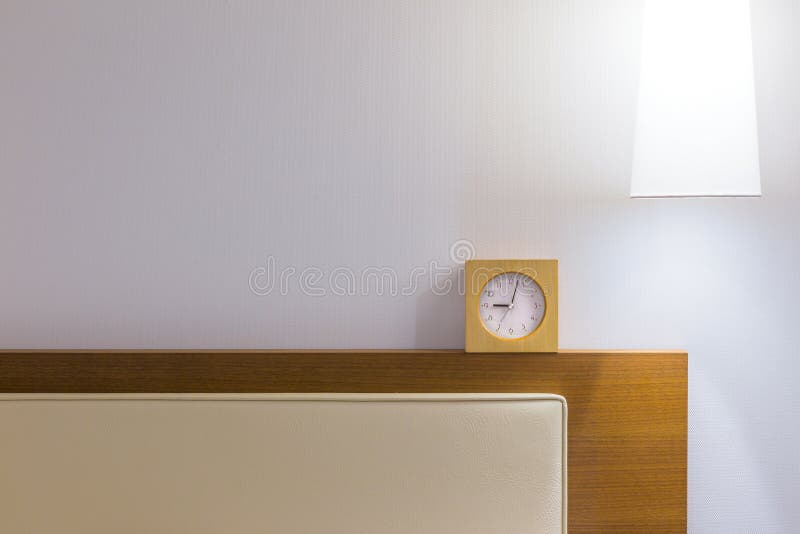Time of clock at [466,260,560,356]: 9:02
